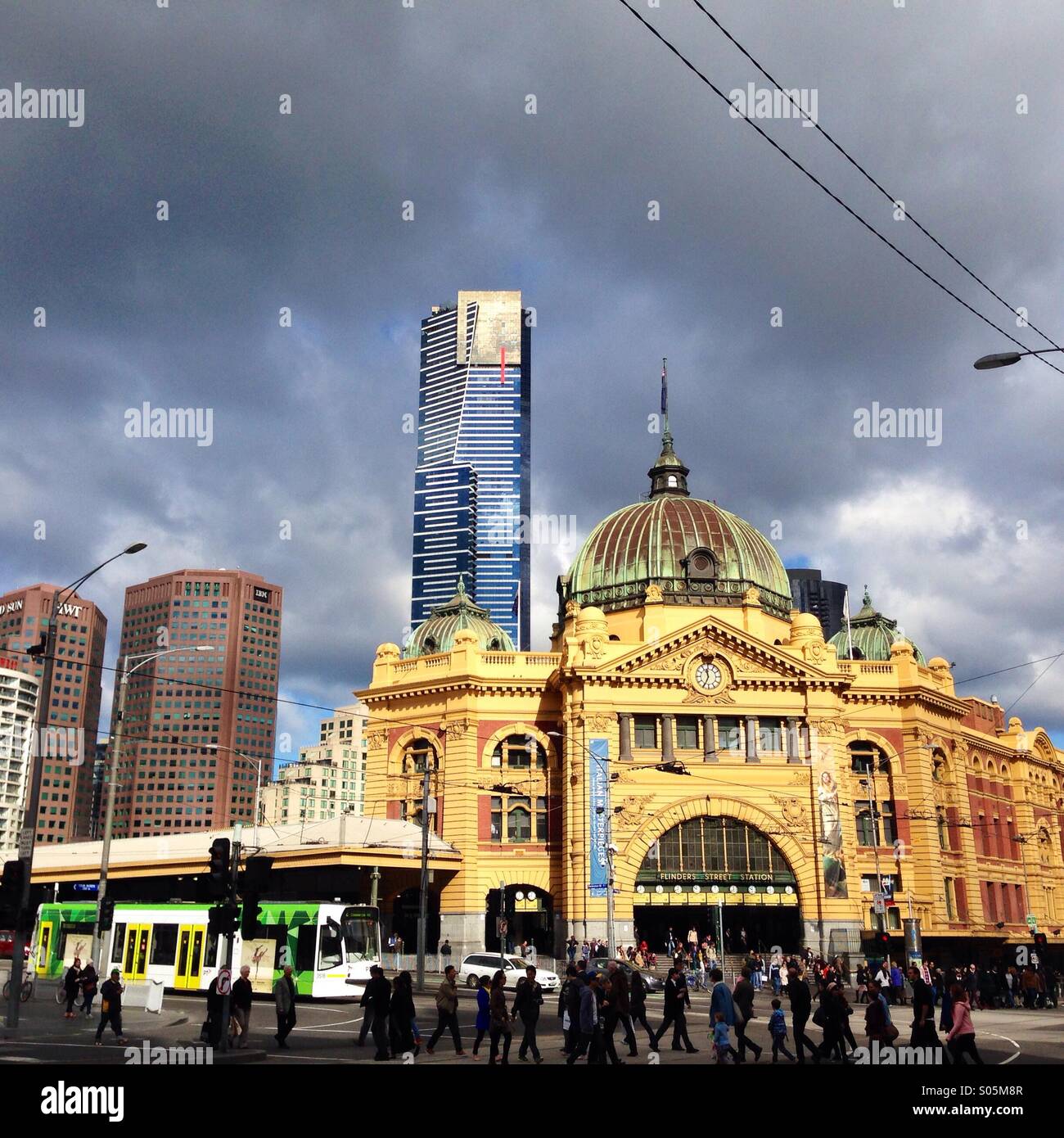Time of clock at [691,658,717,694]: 11:34
